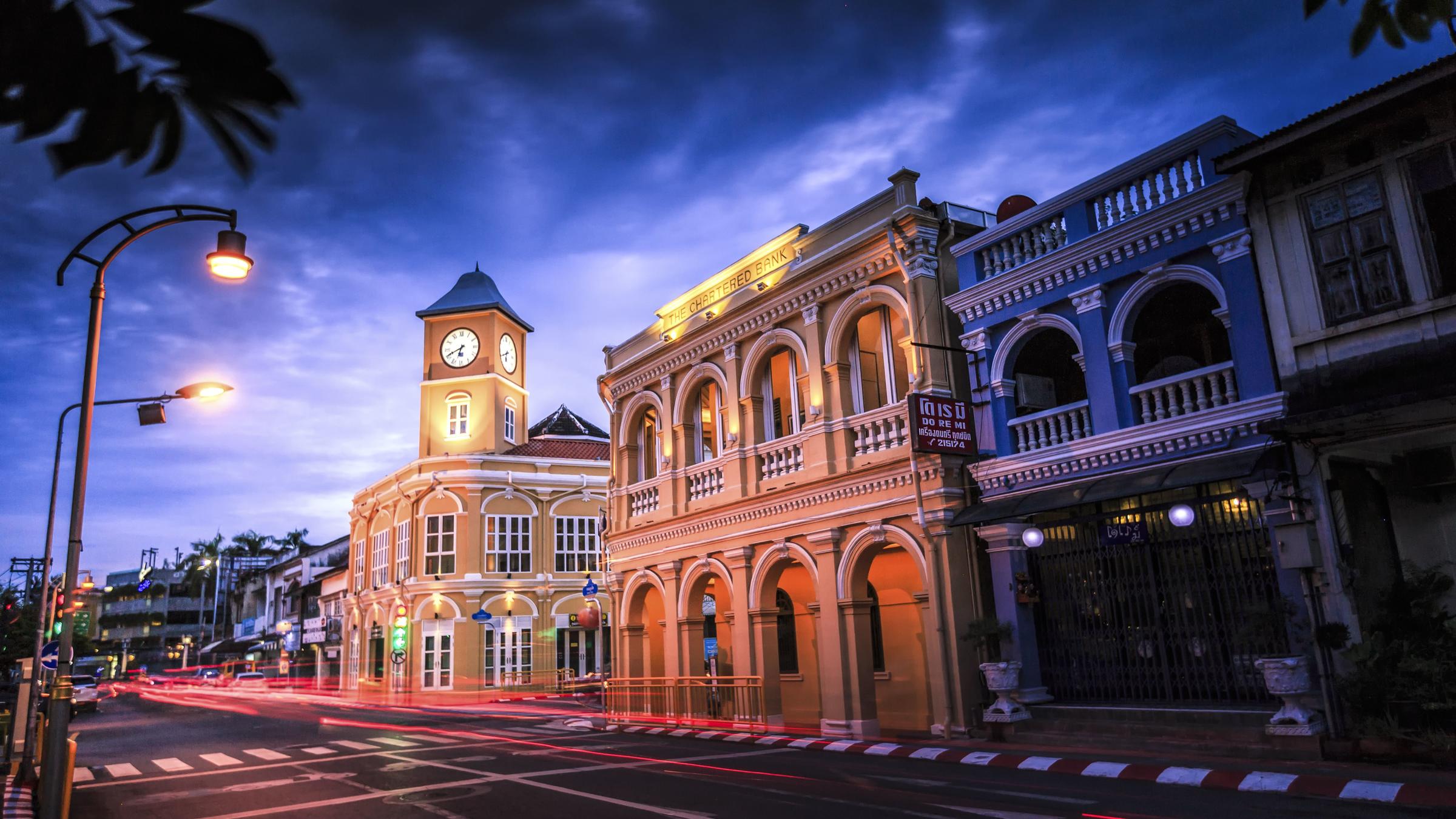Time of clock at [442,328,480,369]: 6:40
